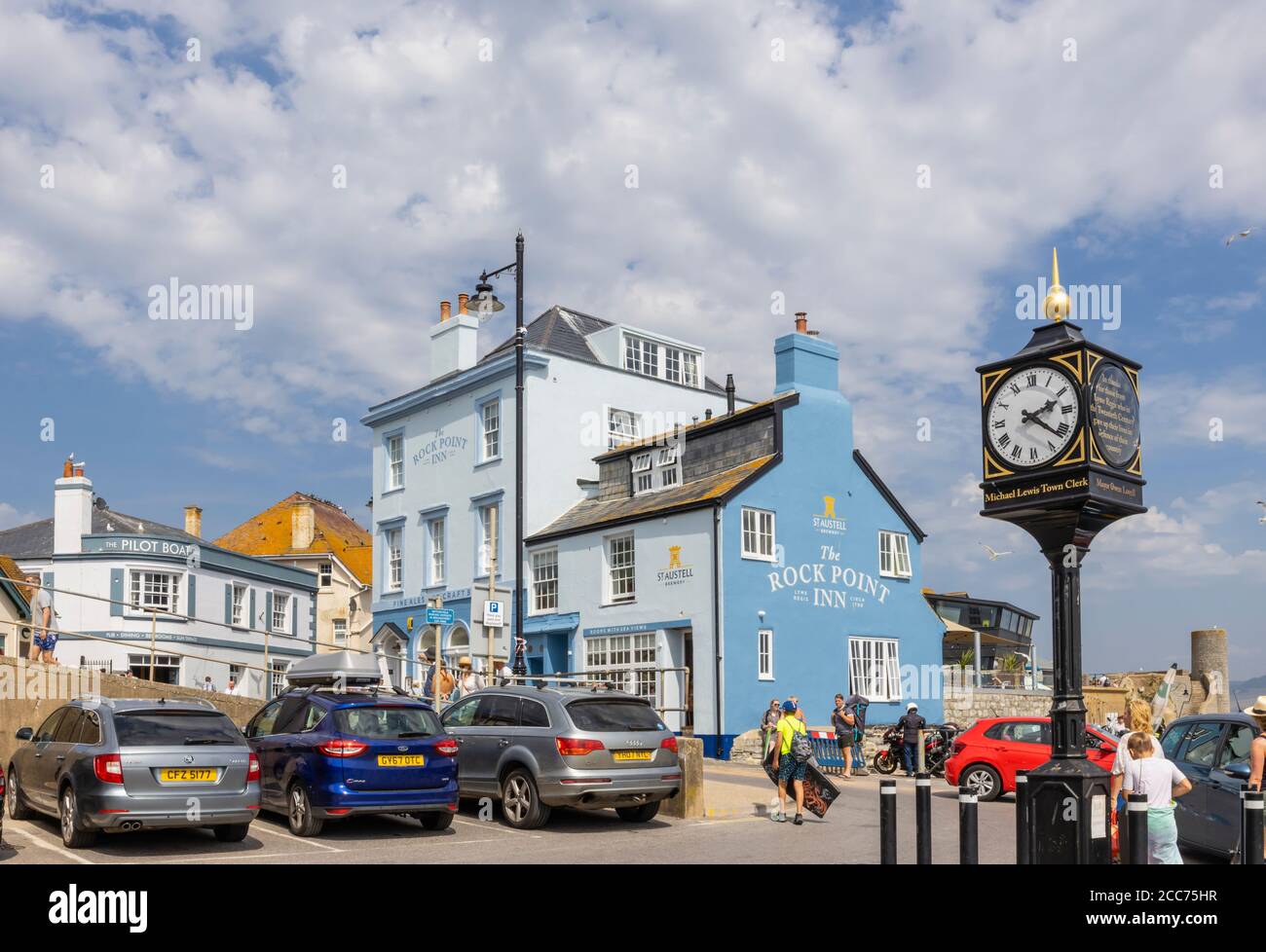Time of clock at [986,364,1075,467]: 2:21
